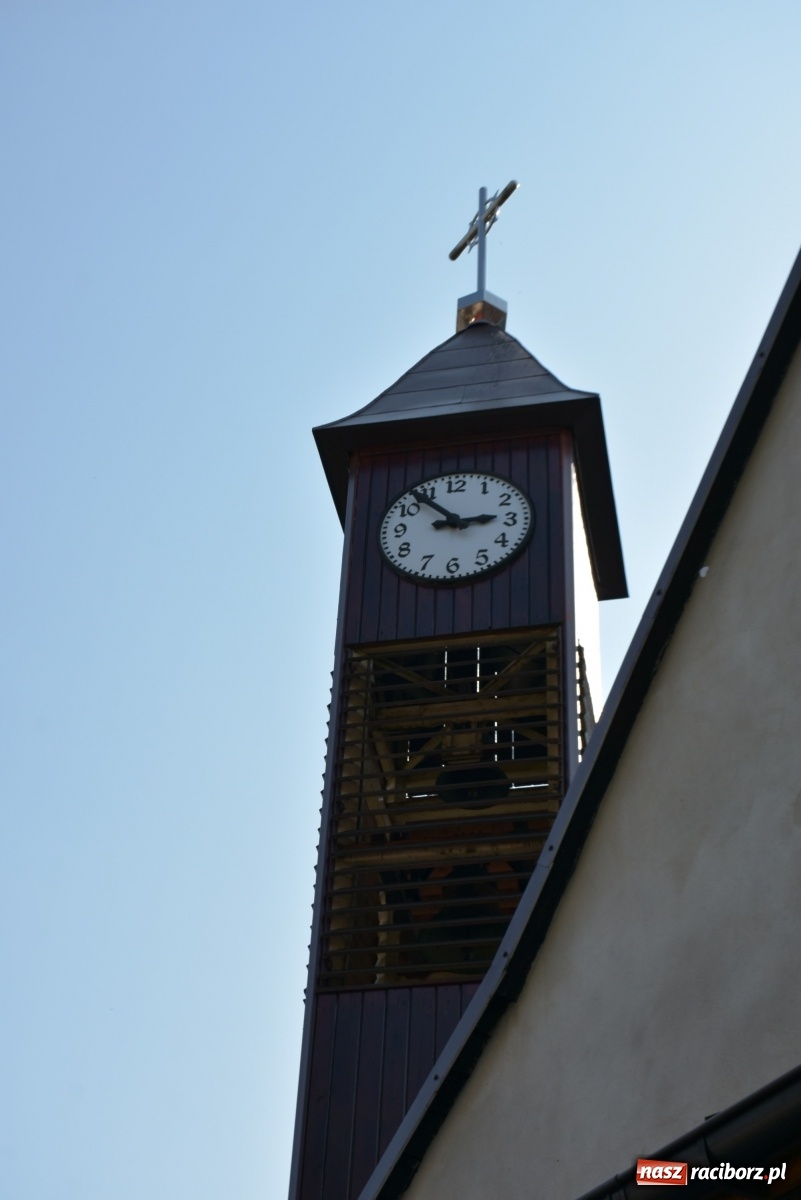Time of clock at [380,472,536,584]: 2:53
